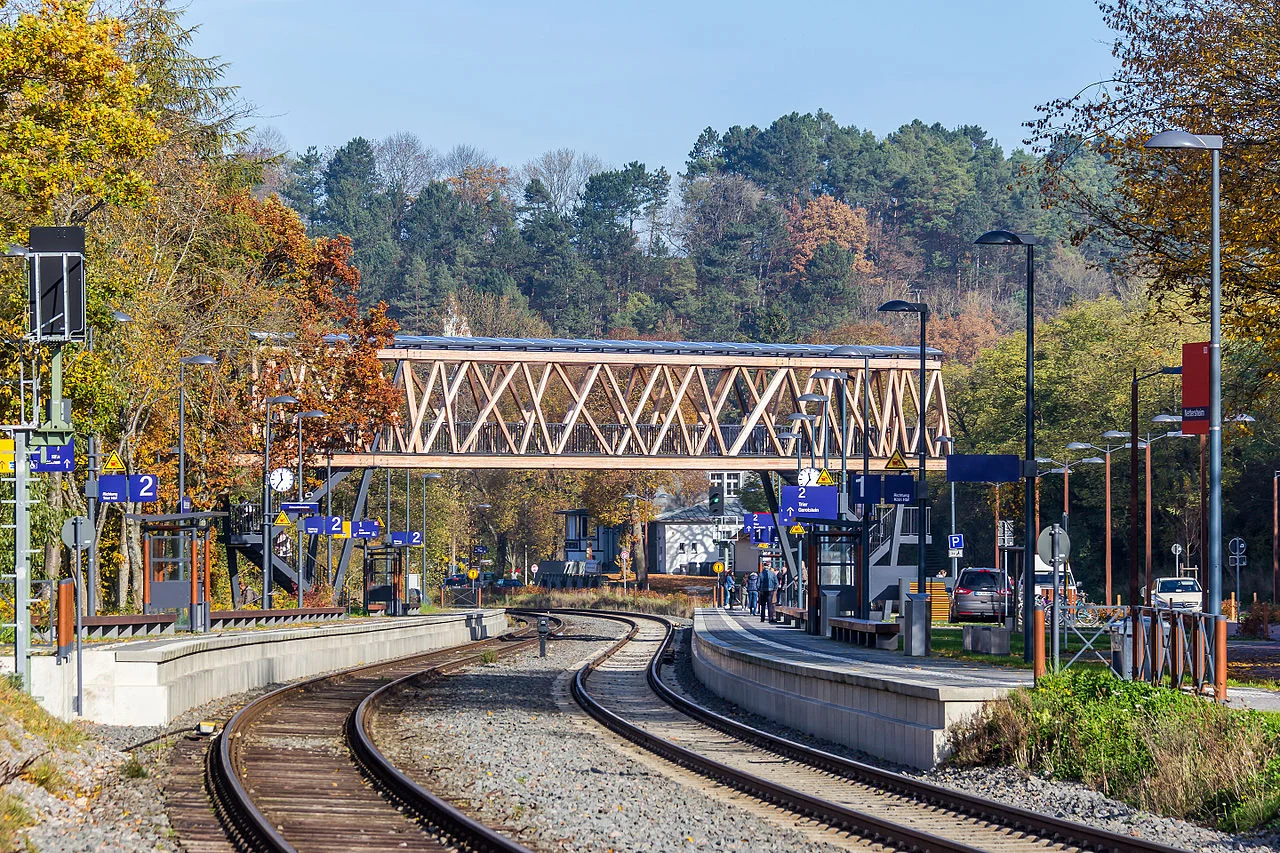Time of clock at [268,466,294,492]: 11:35
